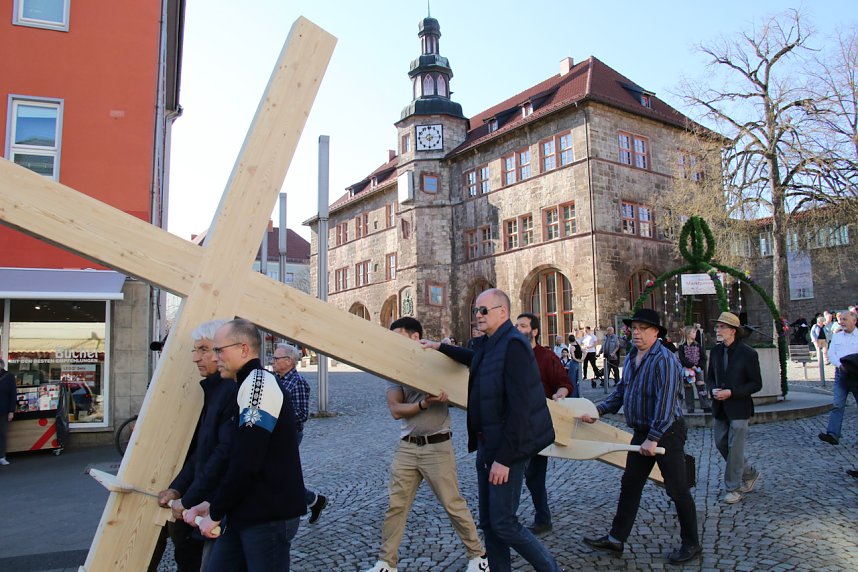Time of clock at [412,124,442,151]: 6:14
